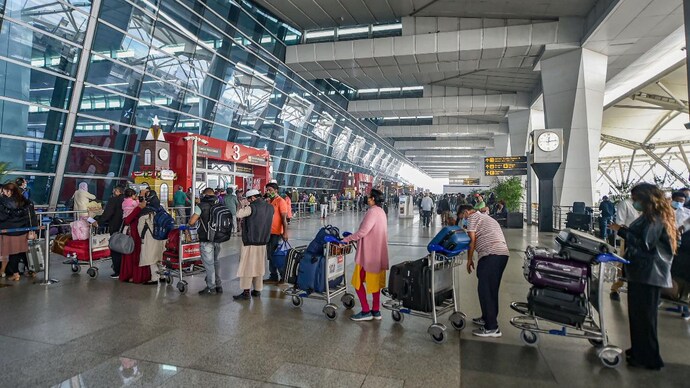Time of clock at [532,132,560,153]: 12:13
